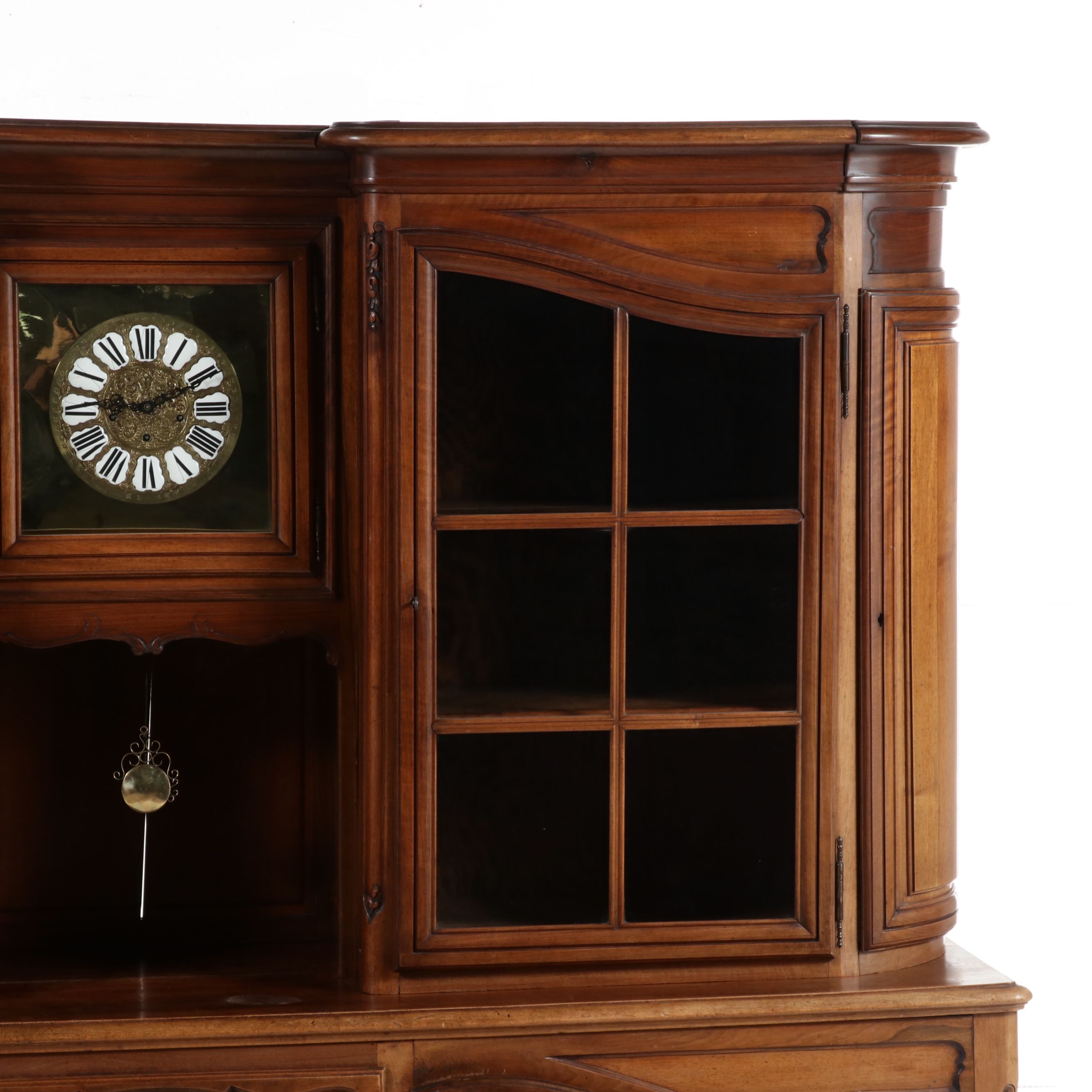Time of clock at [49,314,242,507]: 9:10
